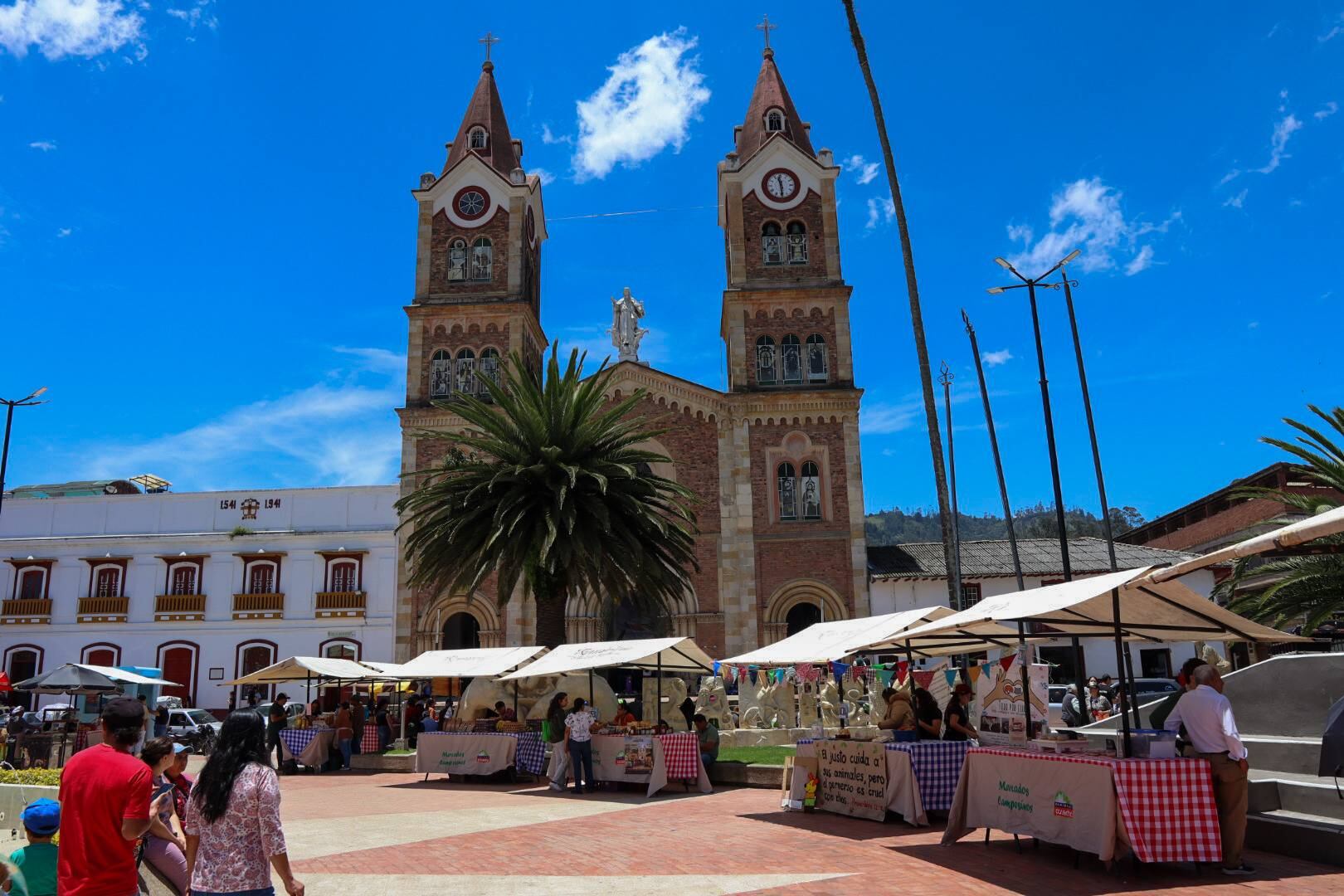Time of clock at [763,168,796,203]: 11:29
